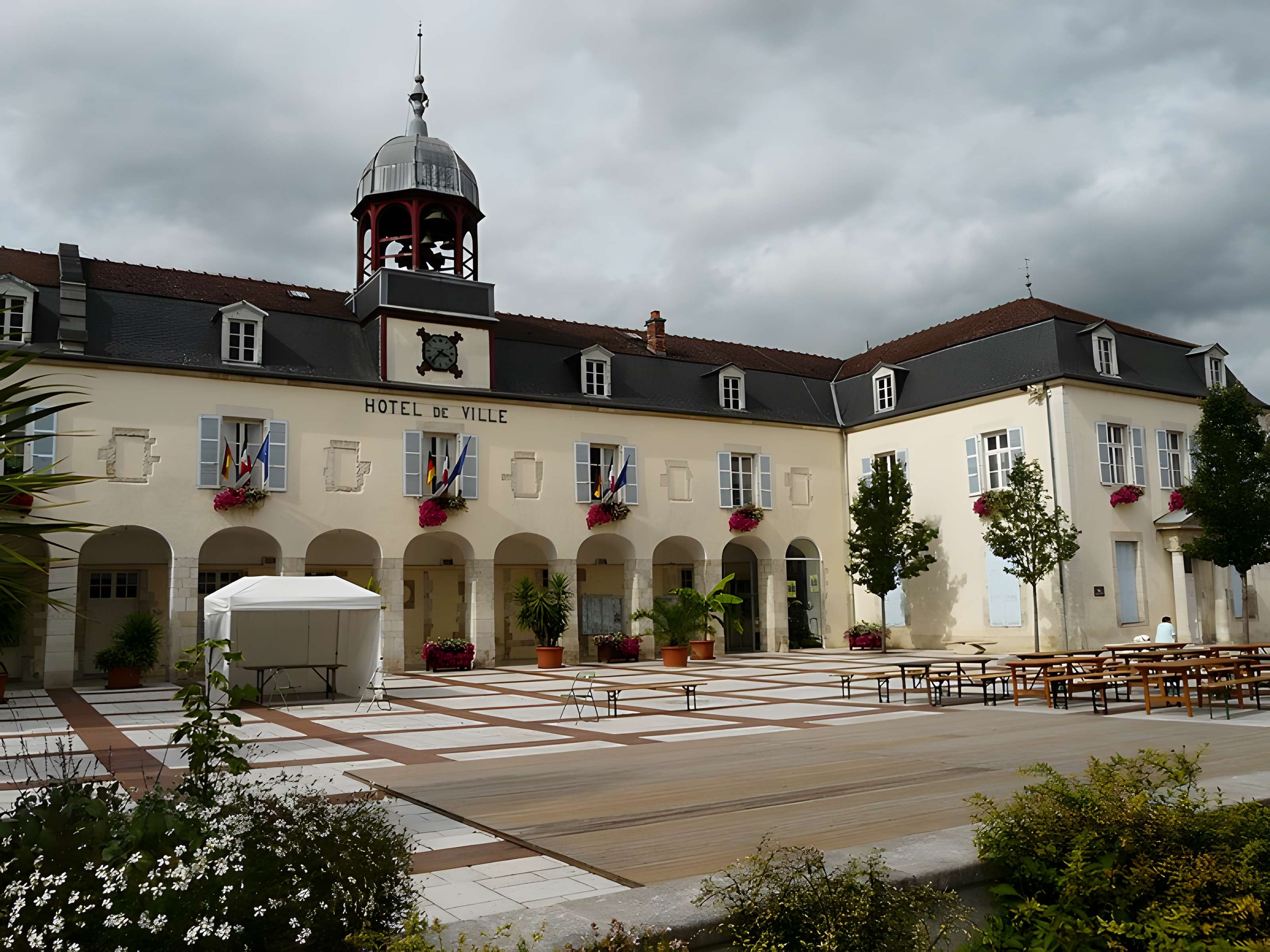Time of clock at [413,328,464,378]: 3:36
